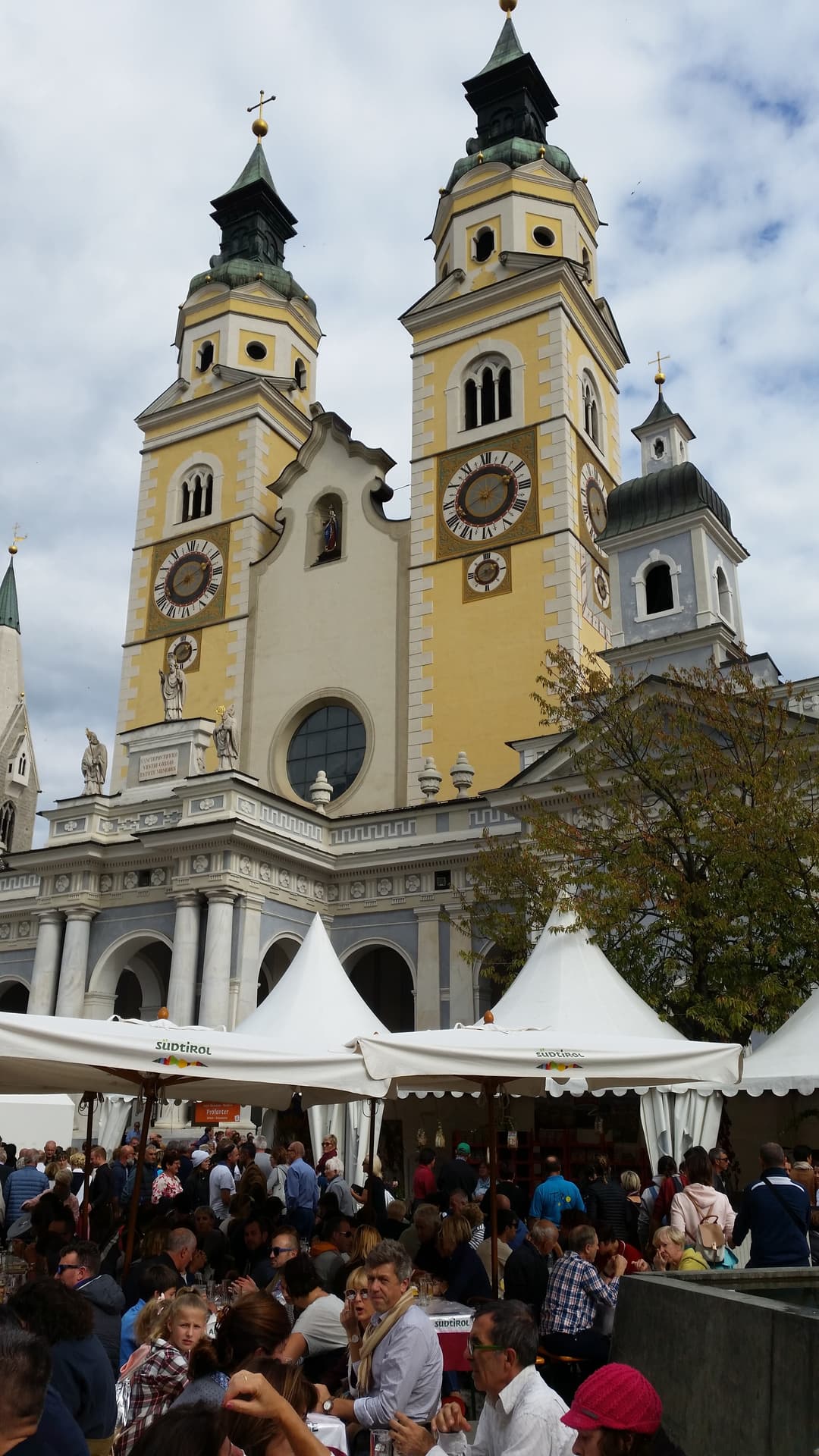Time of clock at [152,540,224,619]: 8:11
